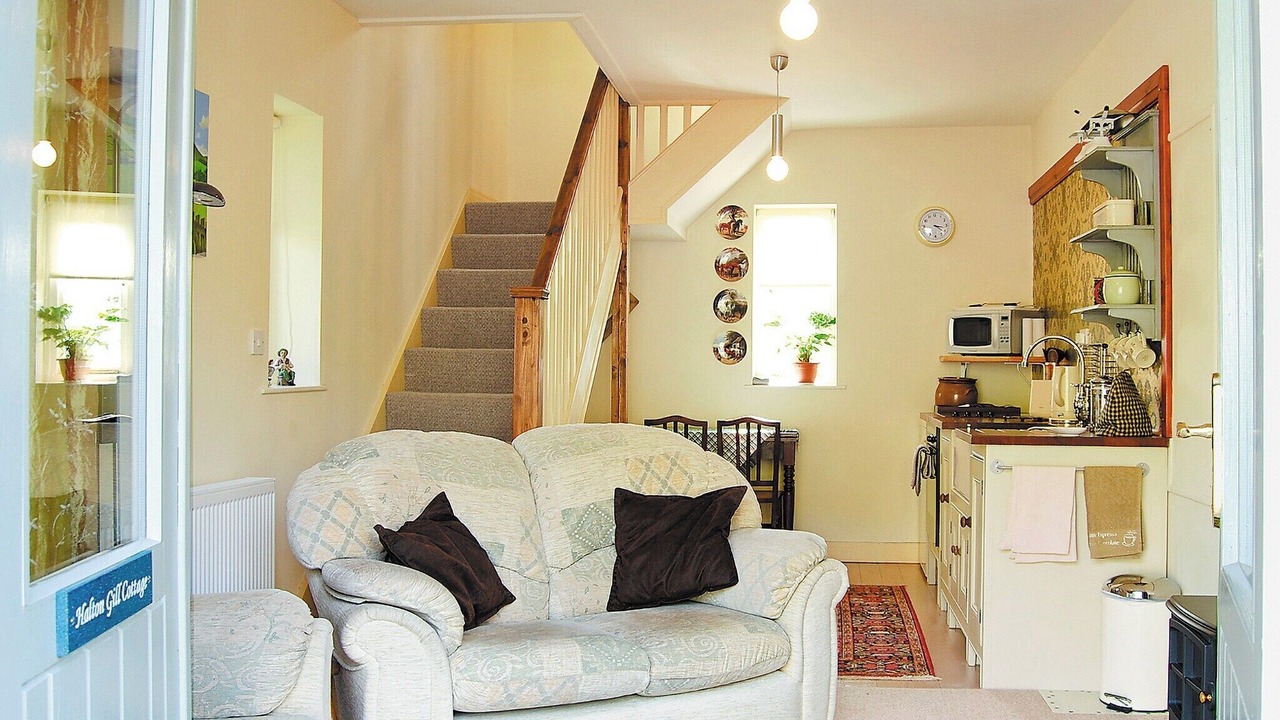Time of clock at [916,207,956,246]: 3:21
